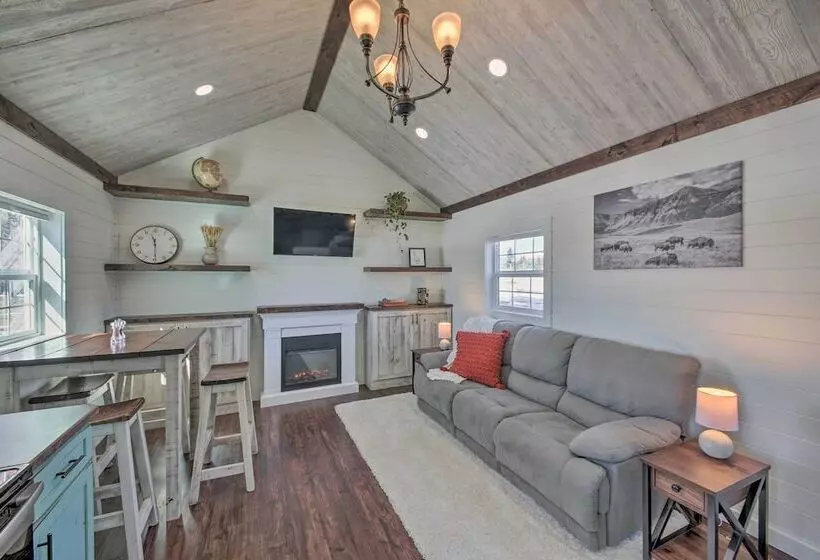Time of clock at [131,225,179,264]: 11:29
